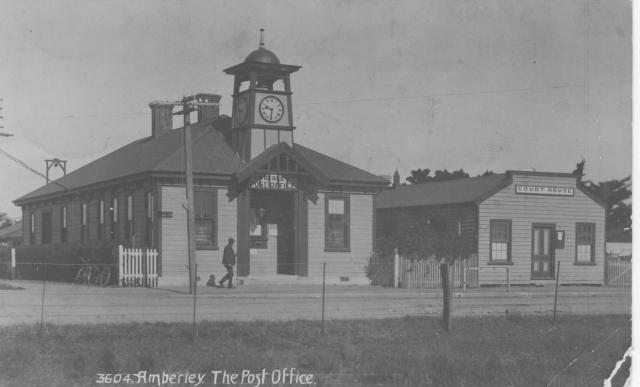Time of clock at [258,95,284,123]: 9:31
